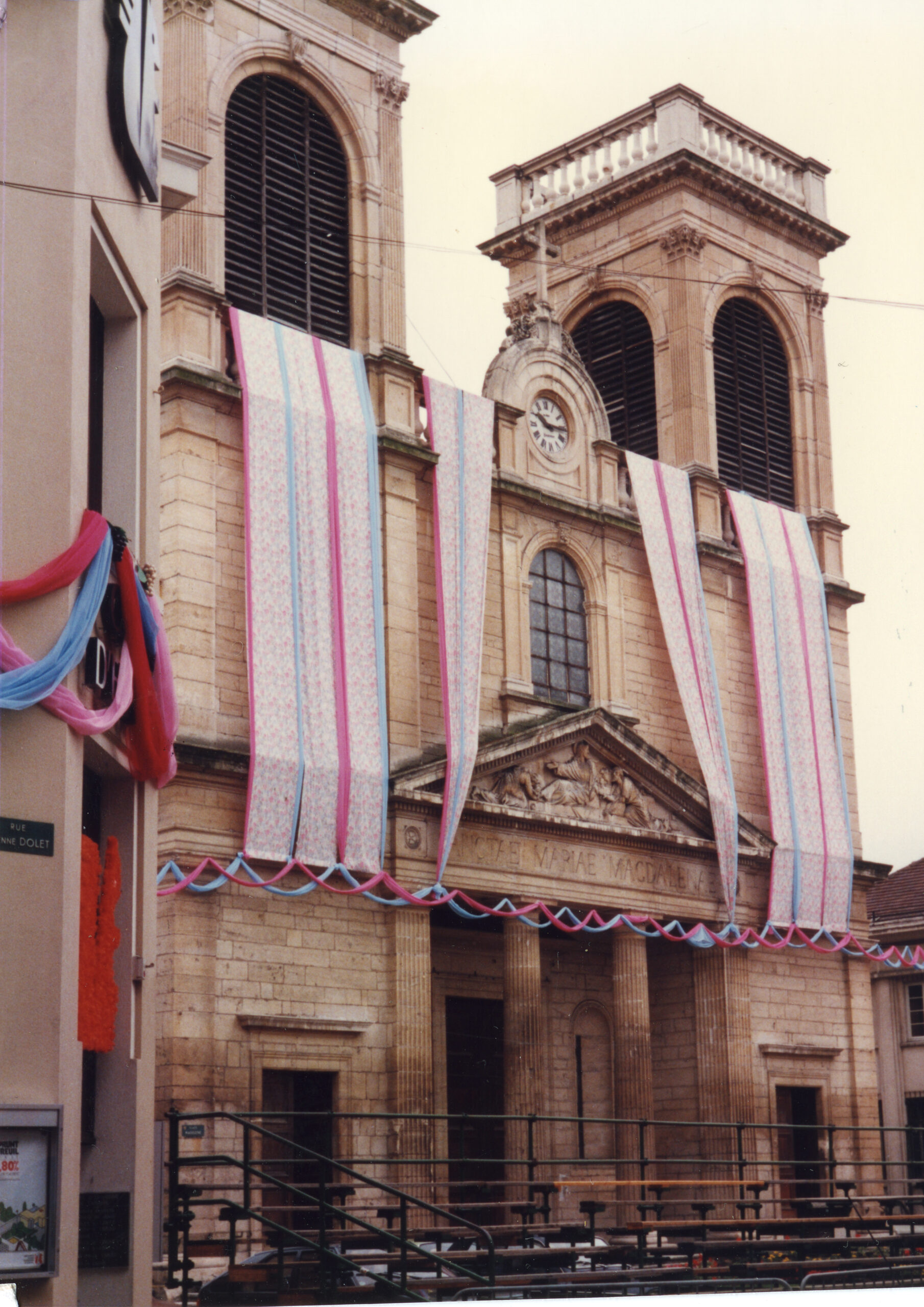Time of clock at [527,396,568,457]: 10:15
